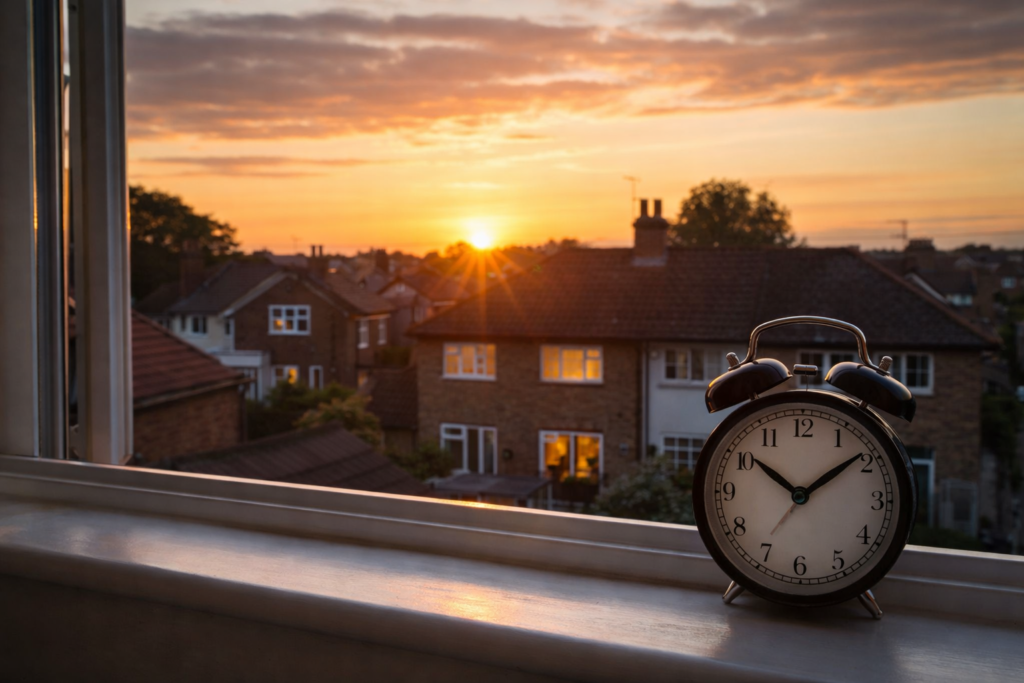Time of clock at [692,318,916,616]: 10:08
